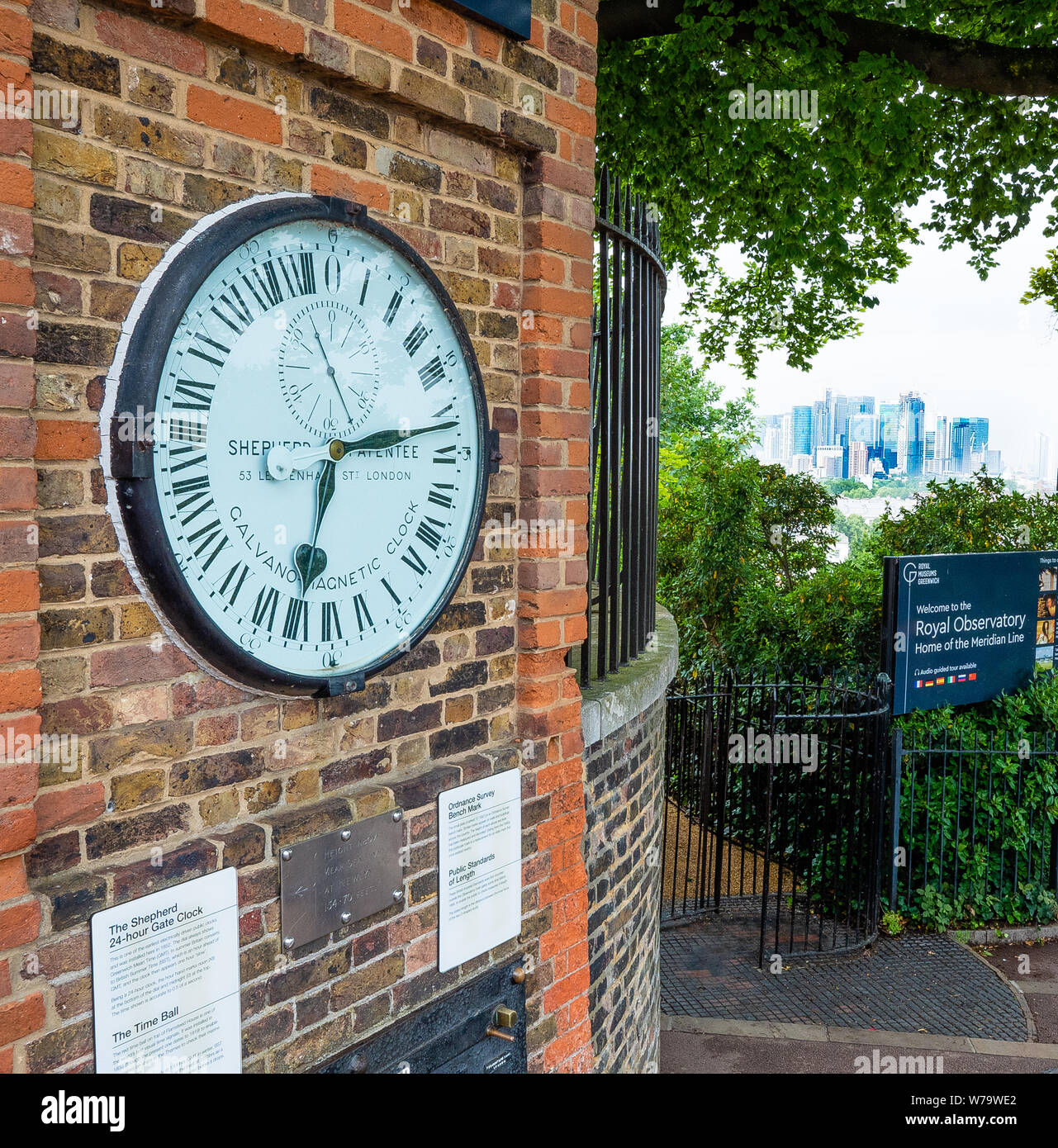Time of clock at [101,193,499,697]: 2:32
